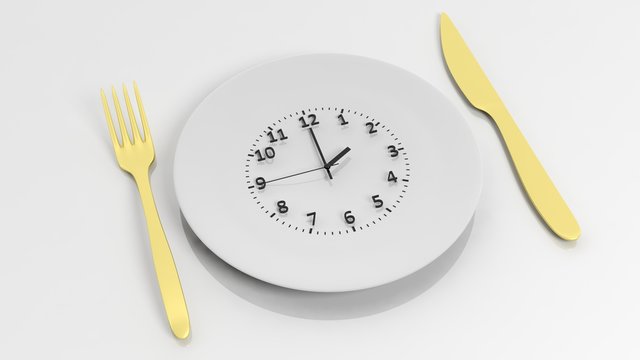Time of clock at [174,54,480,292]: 2:00
